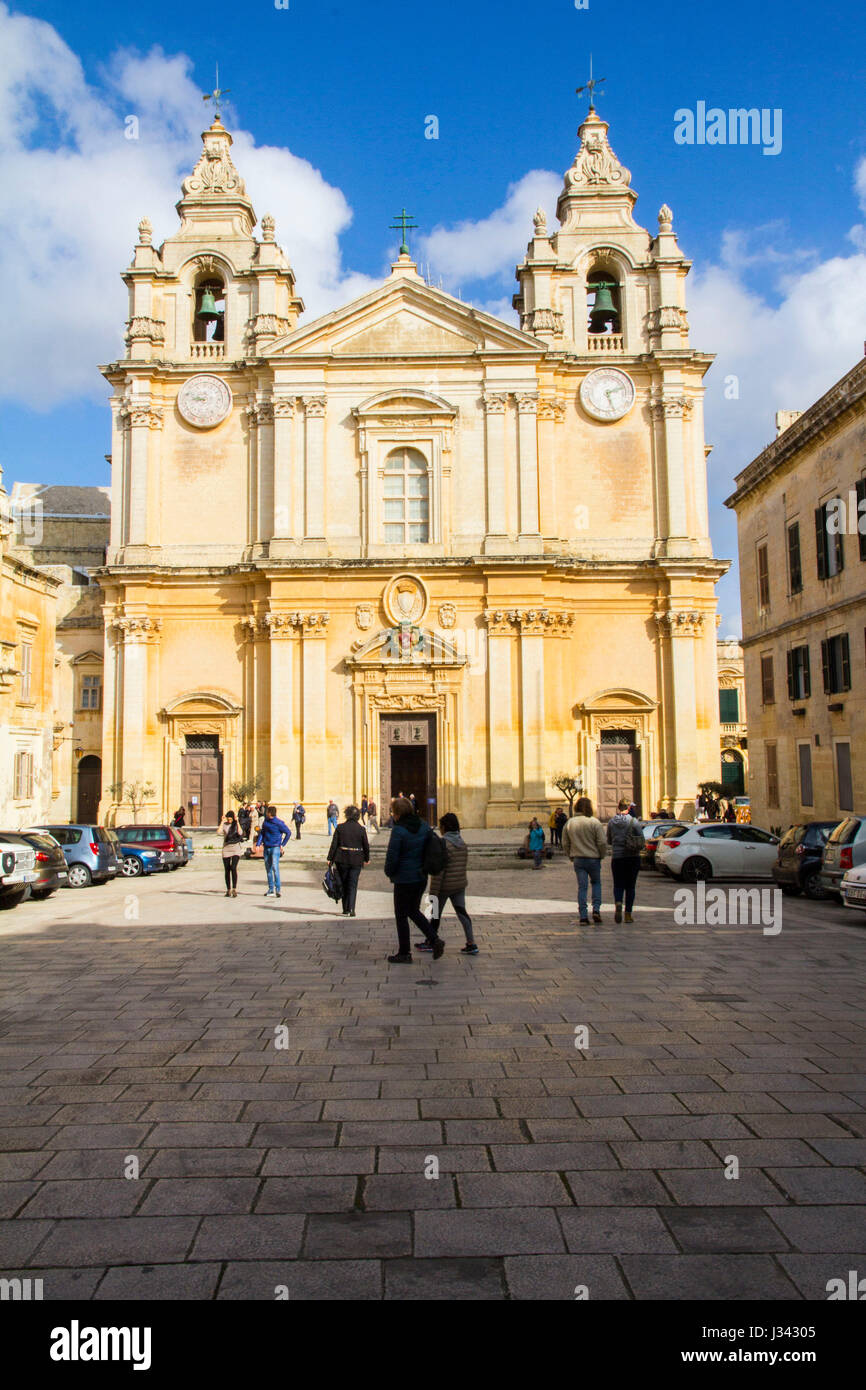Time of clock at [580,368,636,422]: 2:26
